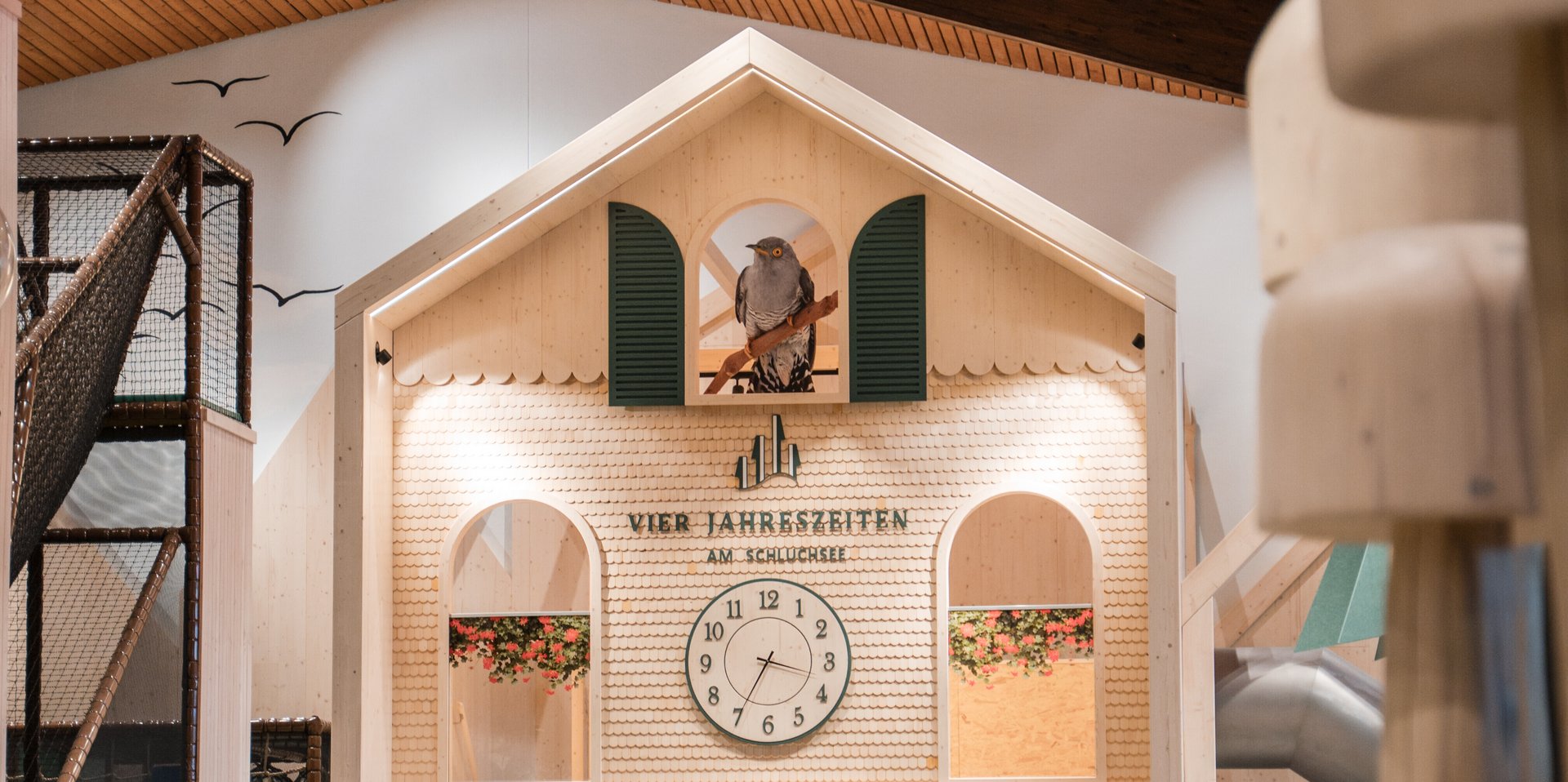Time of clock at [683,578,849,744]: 3:34
